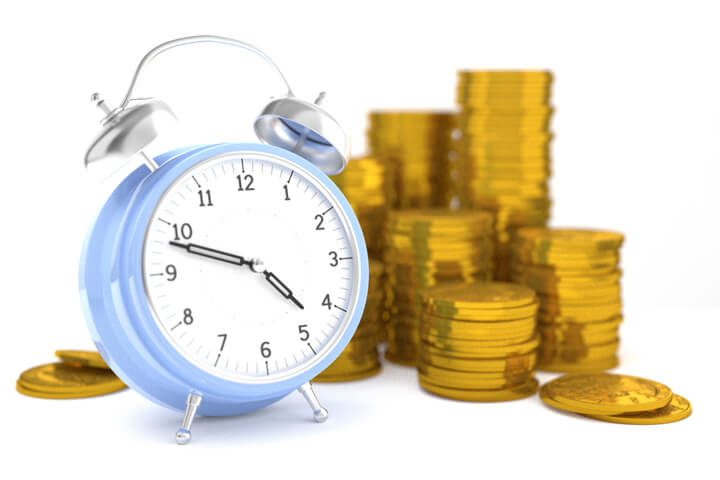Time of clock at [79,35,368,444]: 4:48
